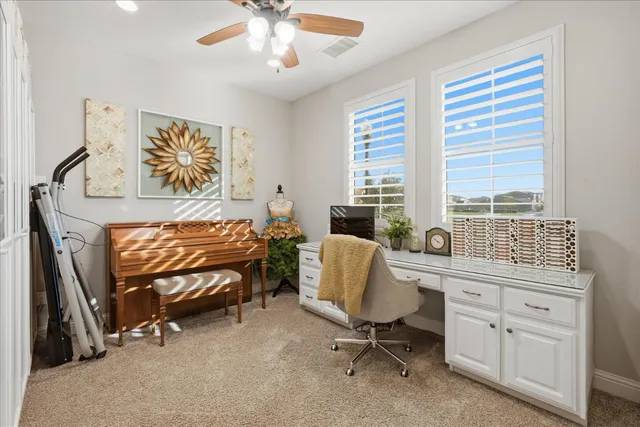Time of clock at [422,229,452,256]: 3:51
